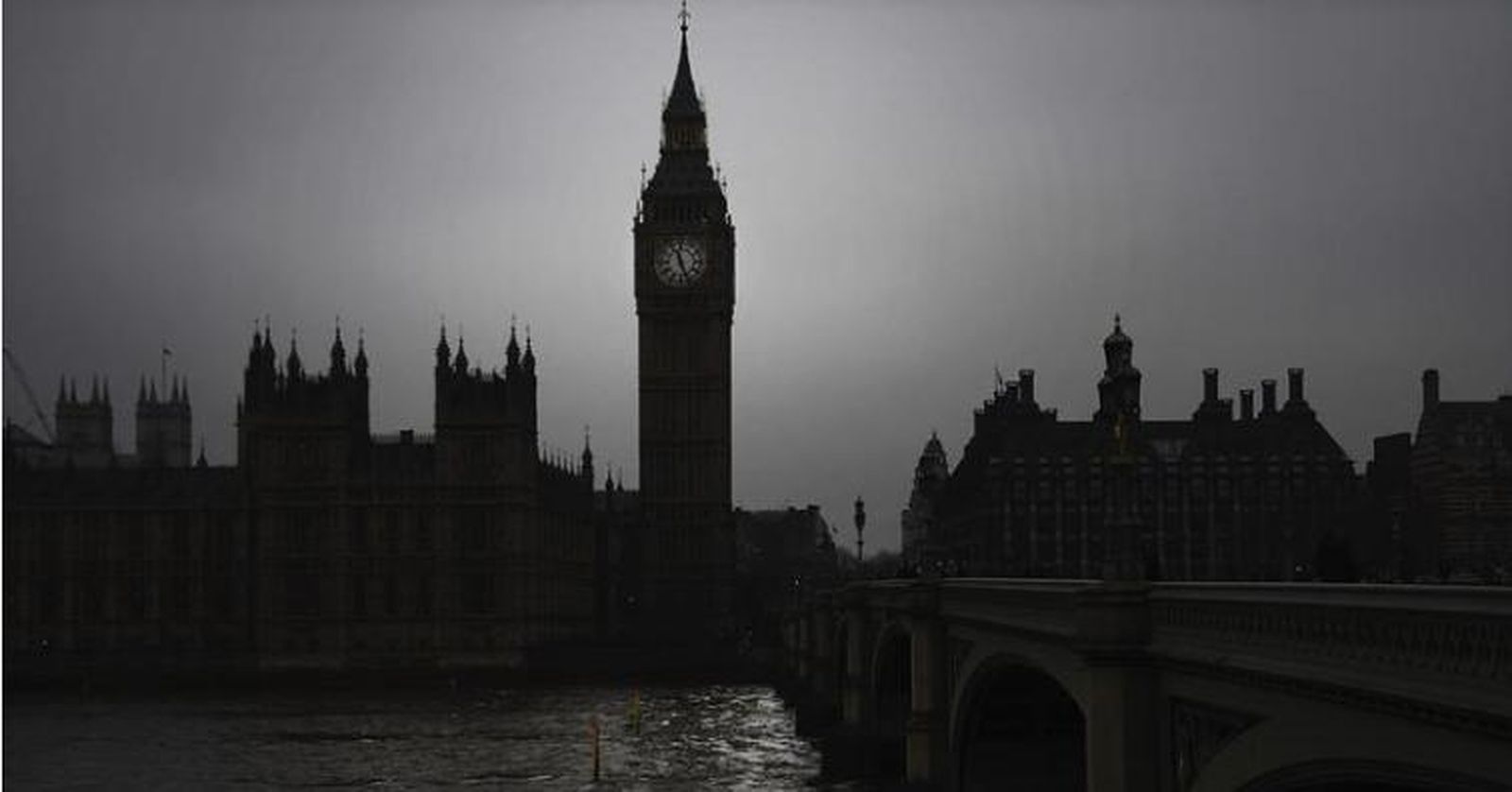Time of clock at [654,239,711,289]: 11:26
